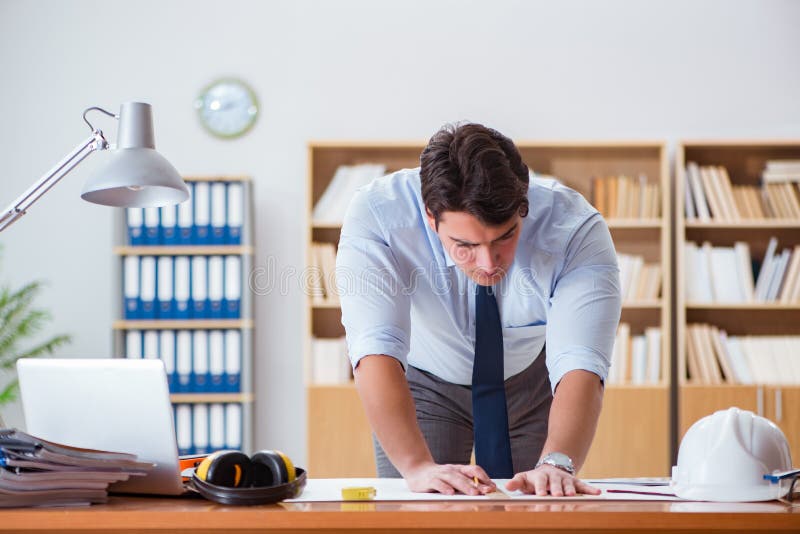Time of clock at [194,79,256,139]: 8:12
